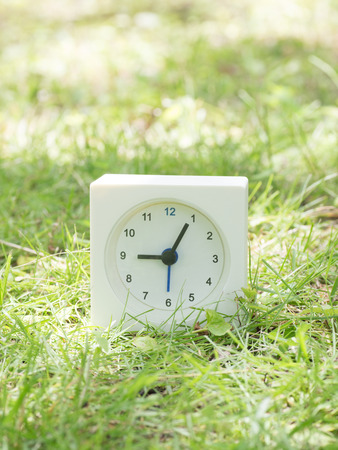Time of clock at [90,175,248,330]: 9:04
